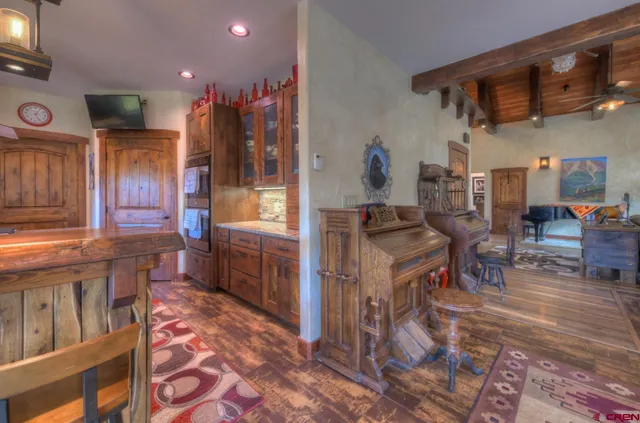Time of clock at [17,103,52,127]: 5:05
